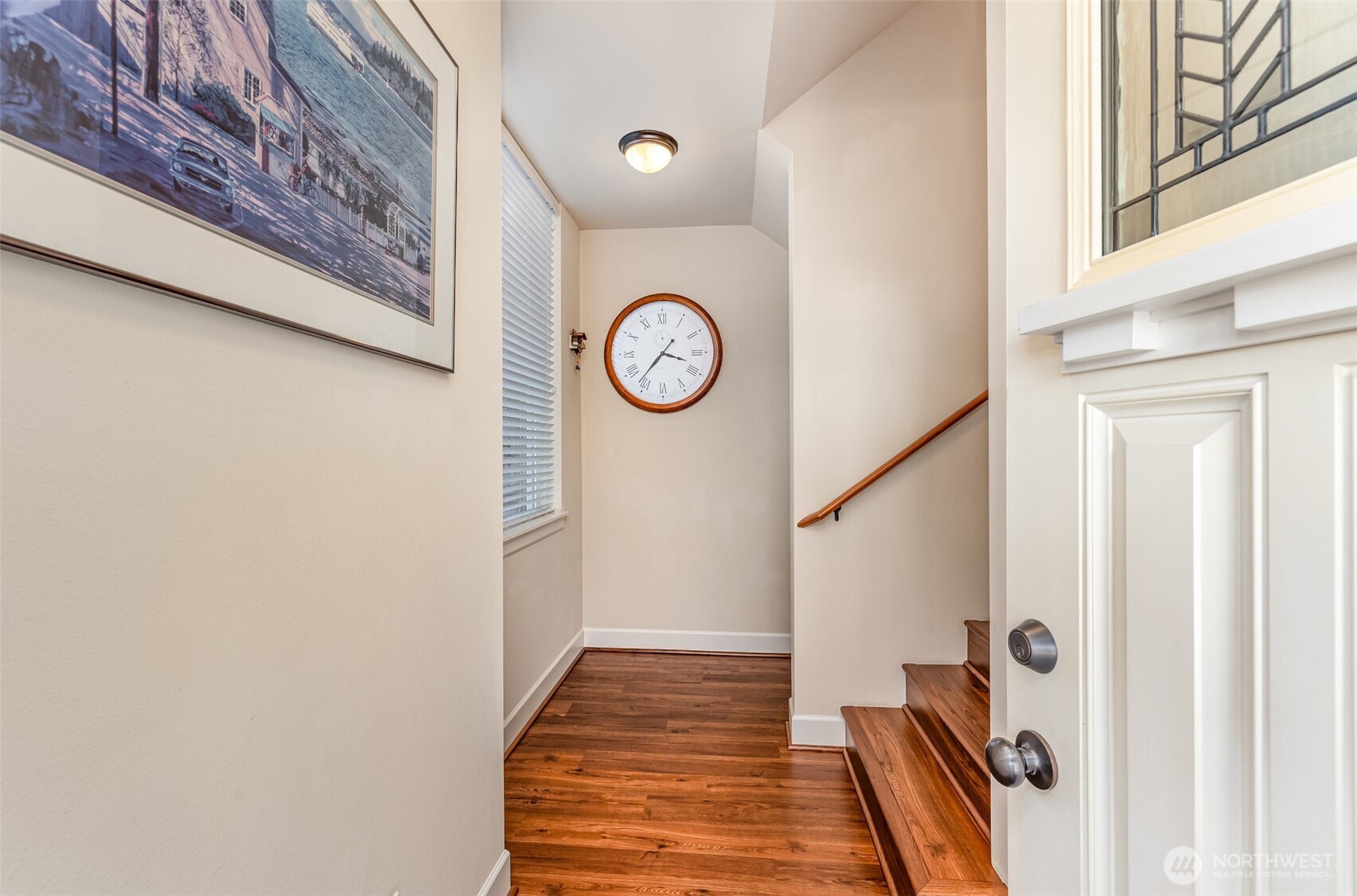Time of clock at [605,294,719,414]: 3:36
